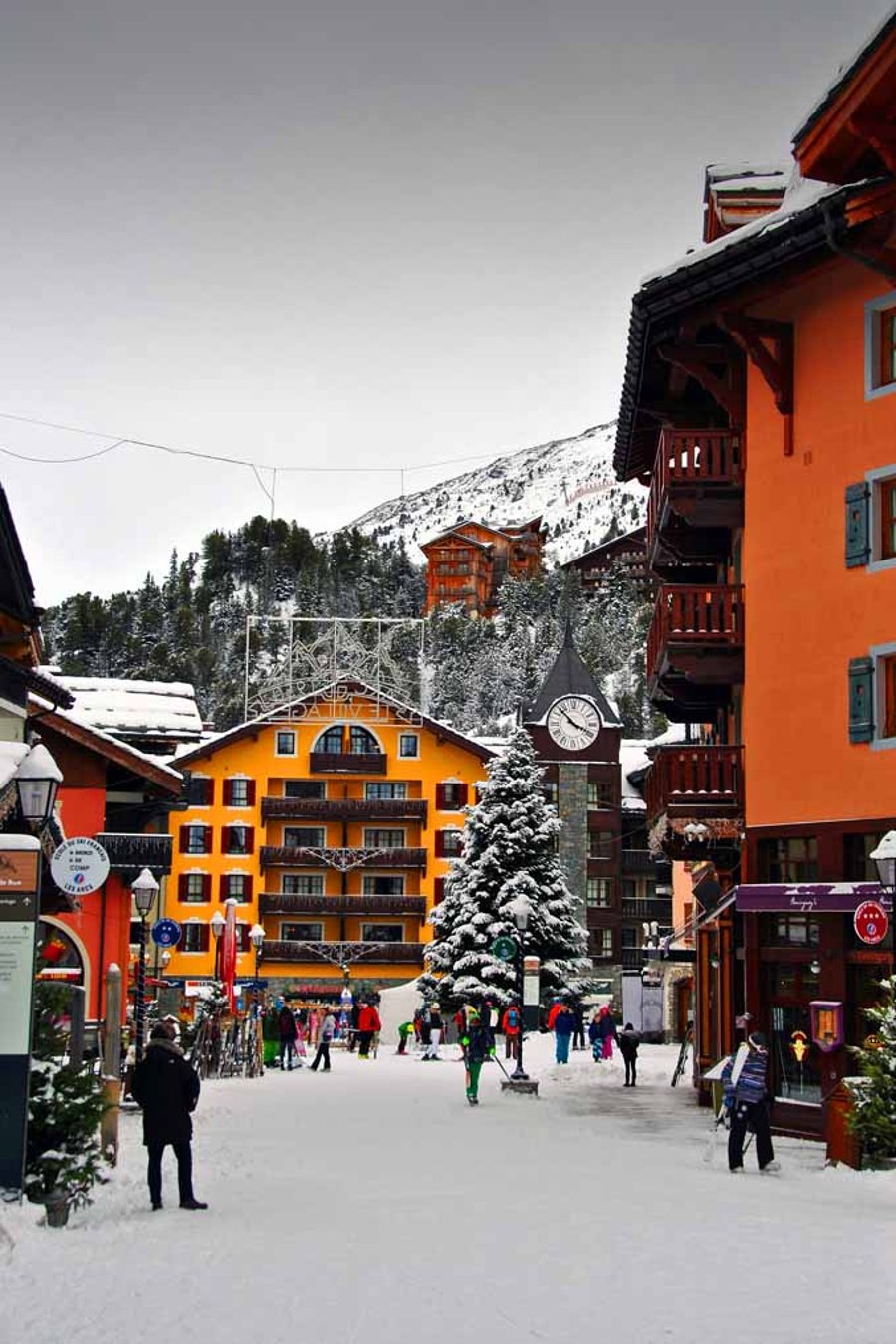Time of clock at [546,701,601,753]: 3:52
